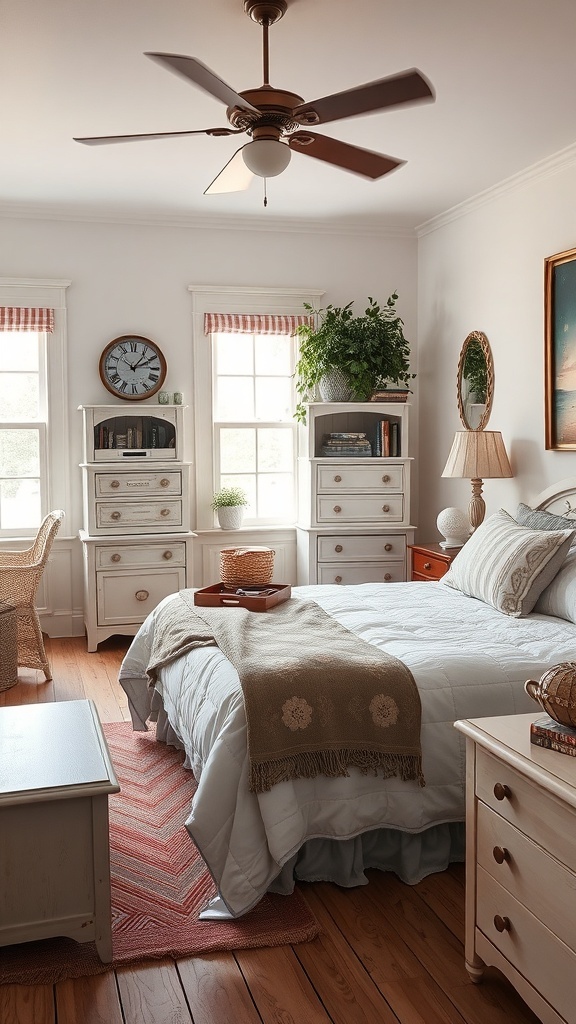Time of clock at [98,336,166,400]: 2:06
